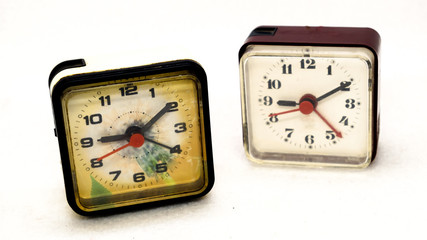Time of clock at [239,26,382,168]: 9:10
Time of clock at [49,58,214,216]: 9:09
